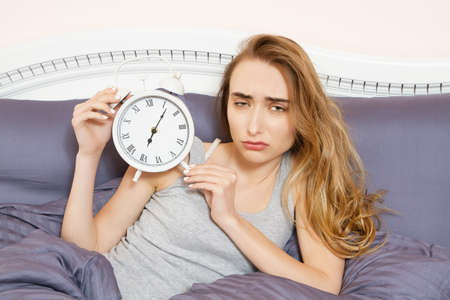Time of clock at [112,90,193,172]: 7:06
